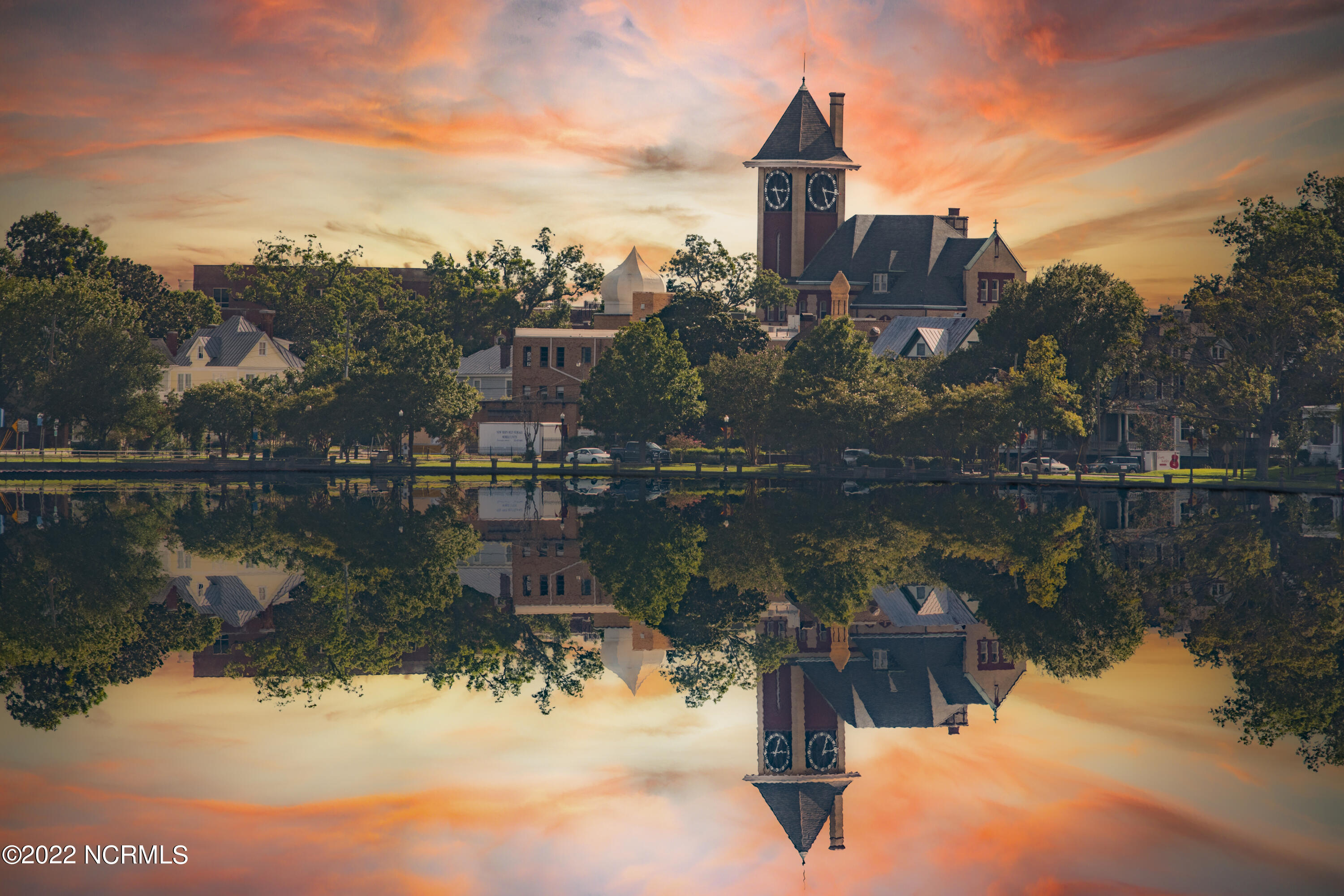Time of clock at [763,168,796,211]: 5:15
